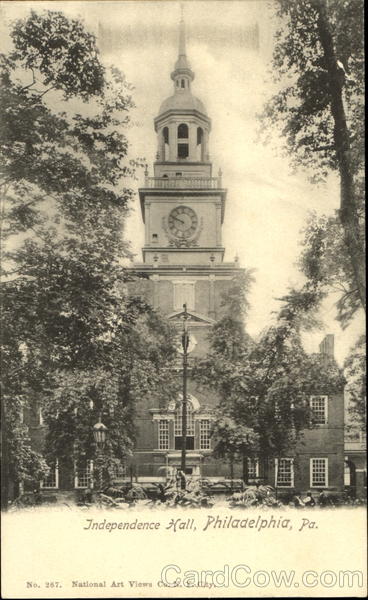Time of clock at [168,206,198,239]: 9:48
